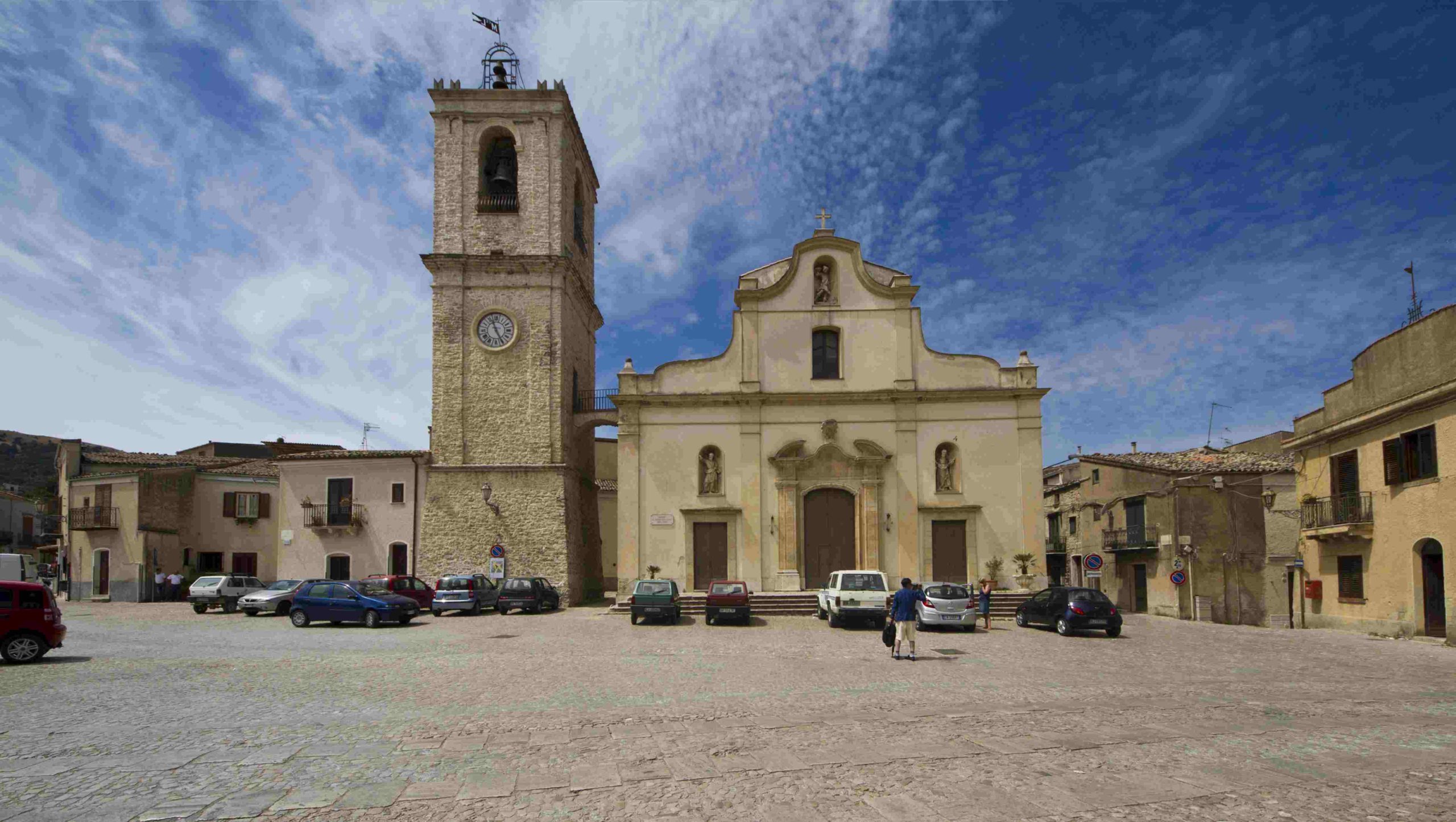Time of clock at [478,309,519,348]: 4:56
